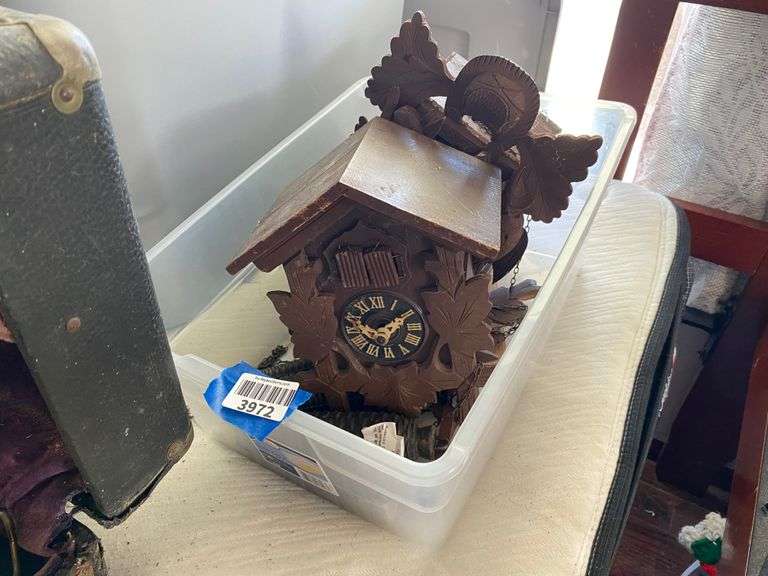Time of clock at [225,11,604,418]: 8:18
